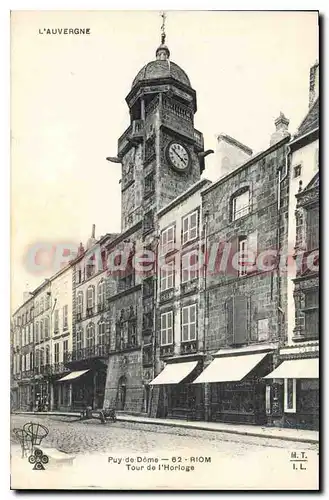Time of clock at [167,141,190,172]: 3:50
